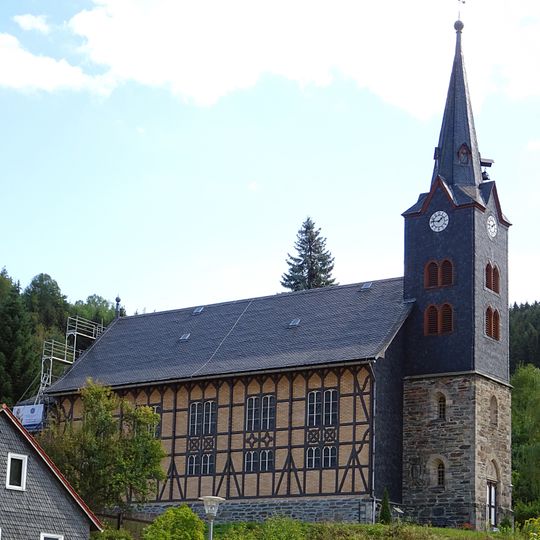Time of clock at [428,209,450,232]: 1:46
